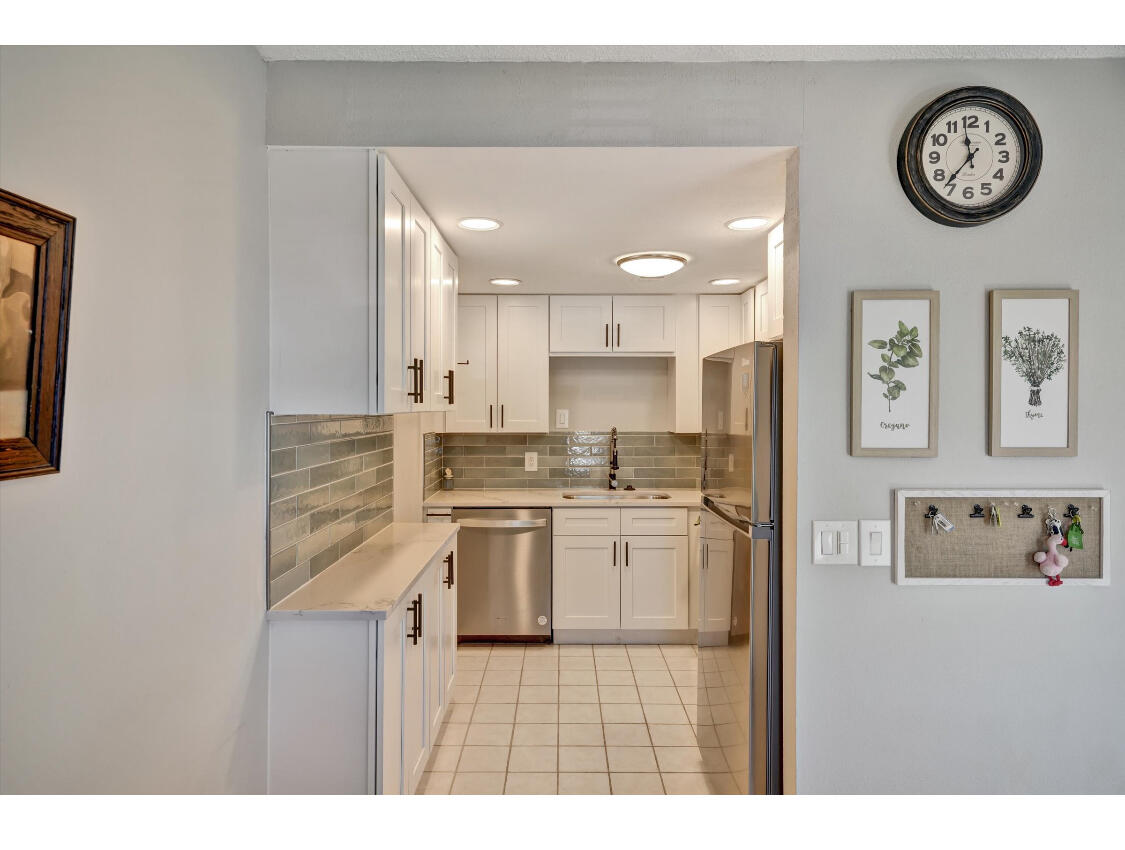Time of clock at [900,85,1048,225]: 11:36
